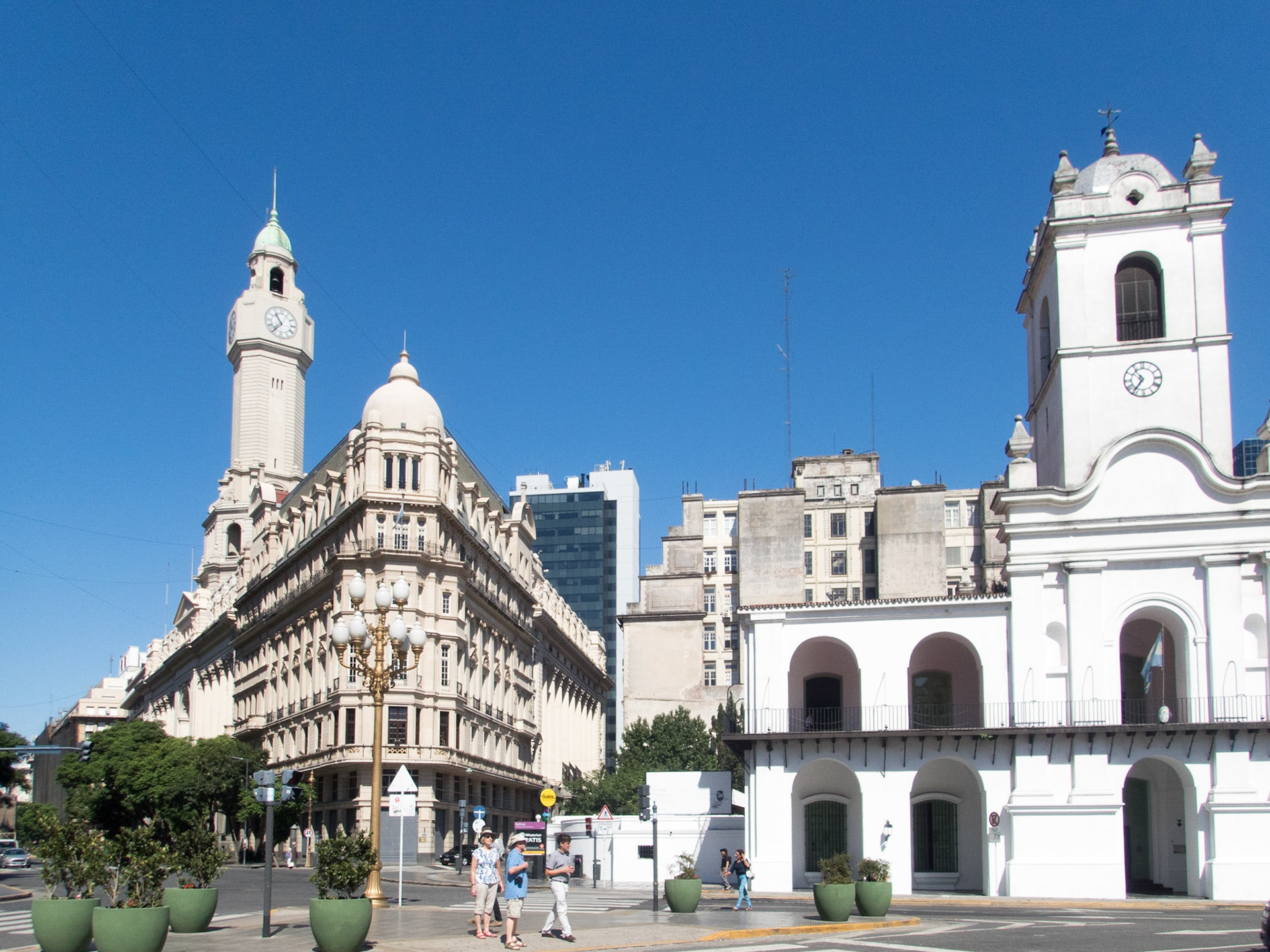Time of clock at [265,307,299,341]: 10:37
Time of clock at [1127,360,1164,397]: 10:36
